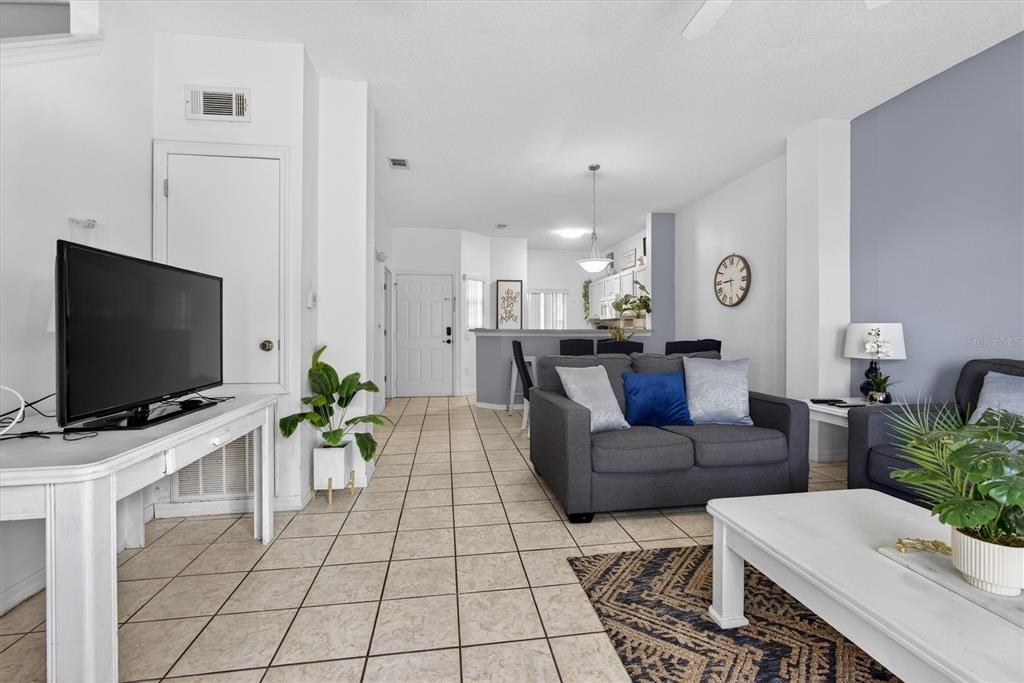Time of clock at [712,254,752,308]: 5:44
